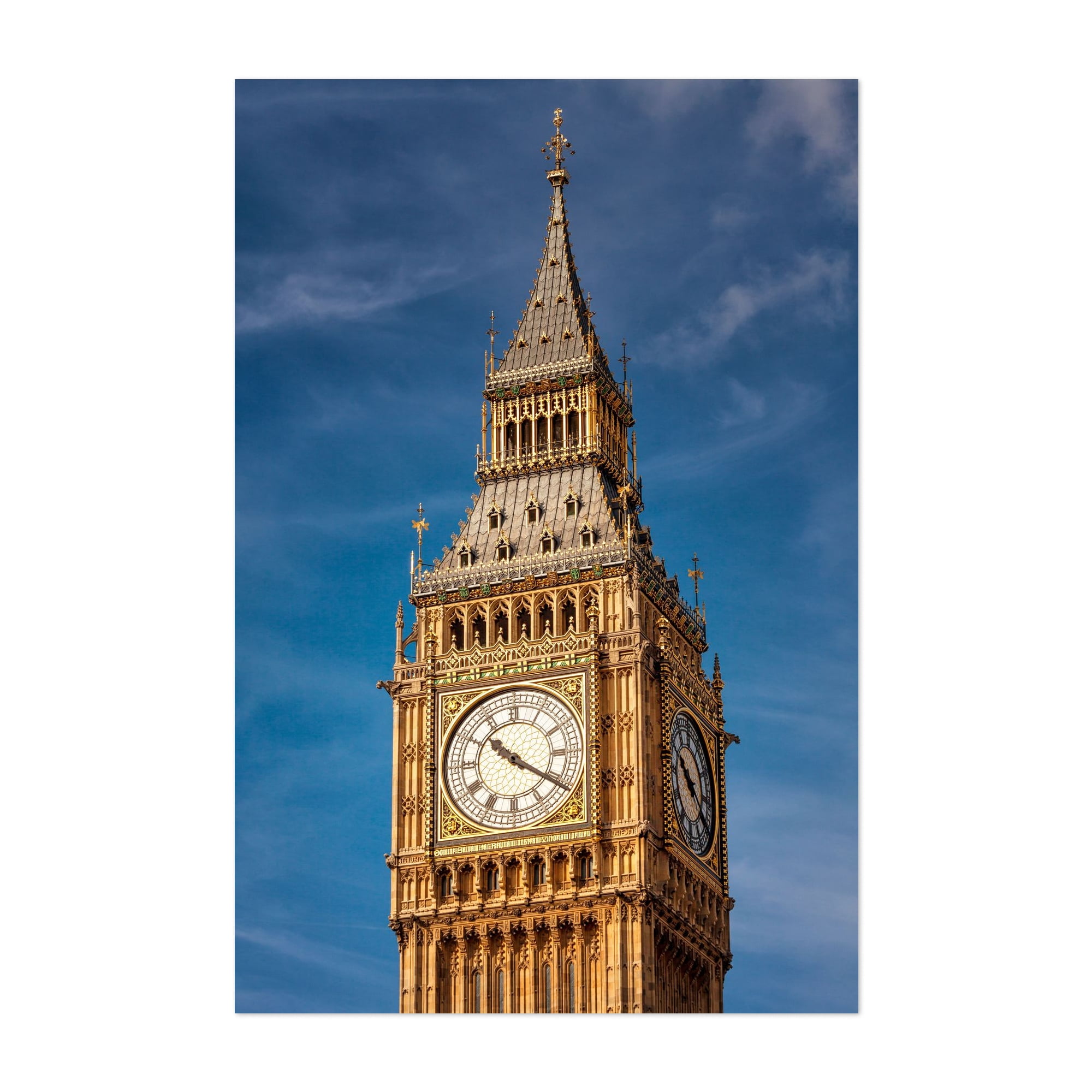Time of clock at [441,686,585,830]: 10:20
